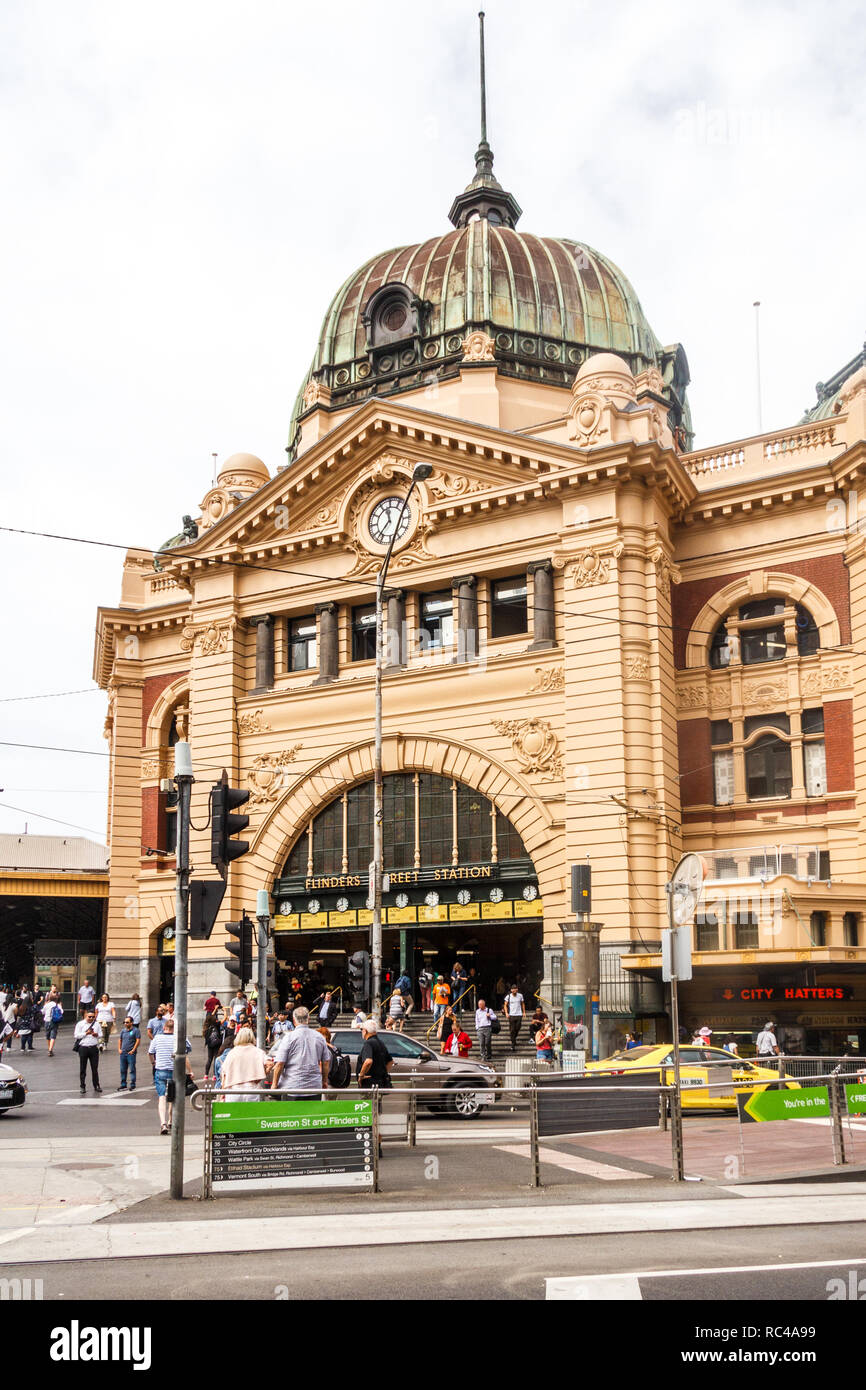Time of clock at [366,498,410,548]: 11:36
